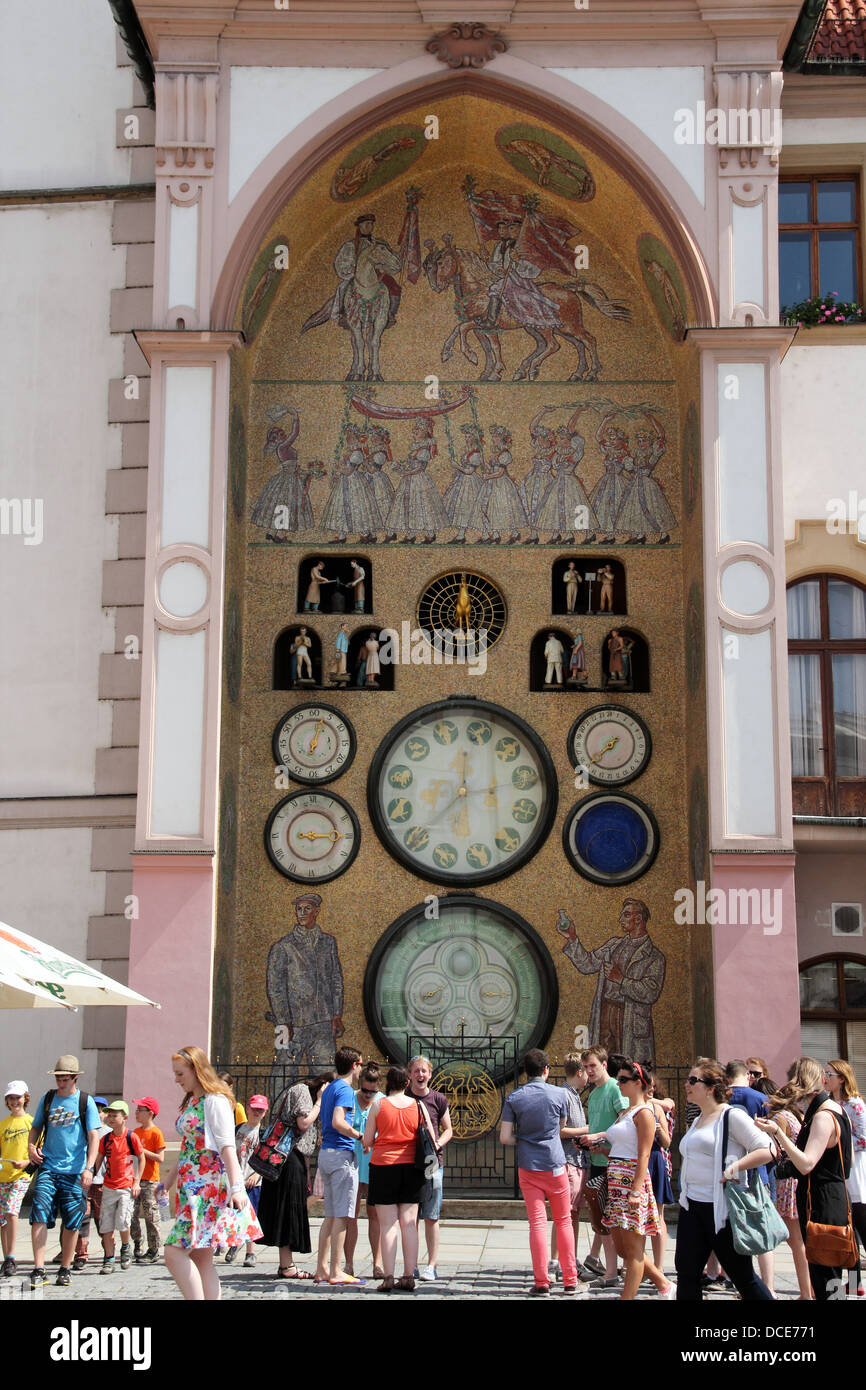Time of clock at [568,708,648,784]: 7:37
